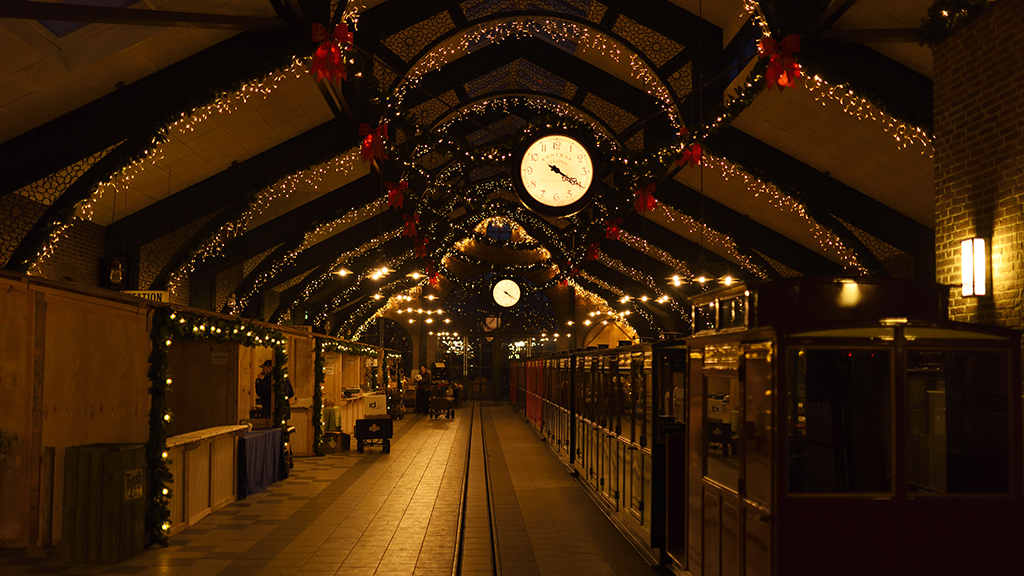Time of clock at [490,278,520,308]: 4:20
